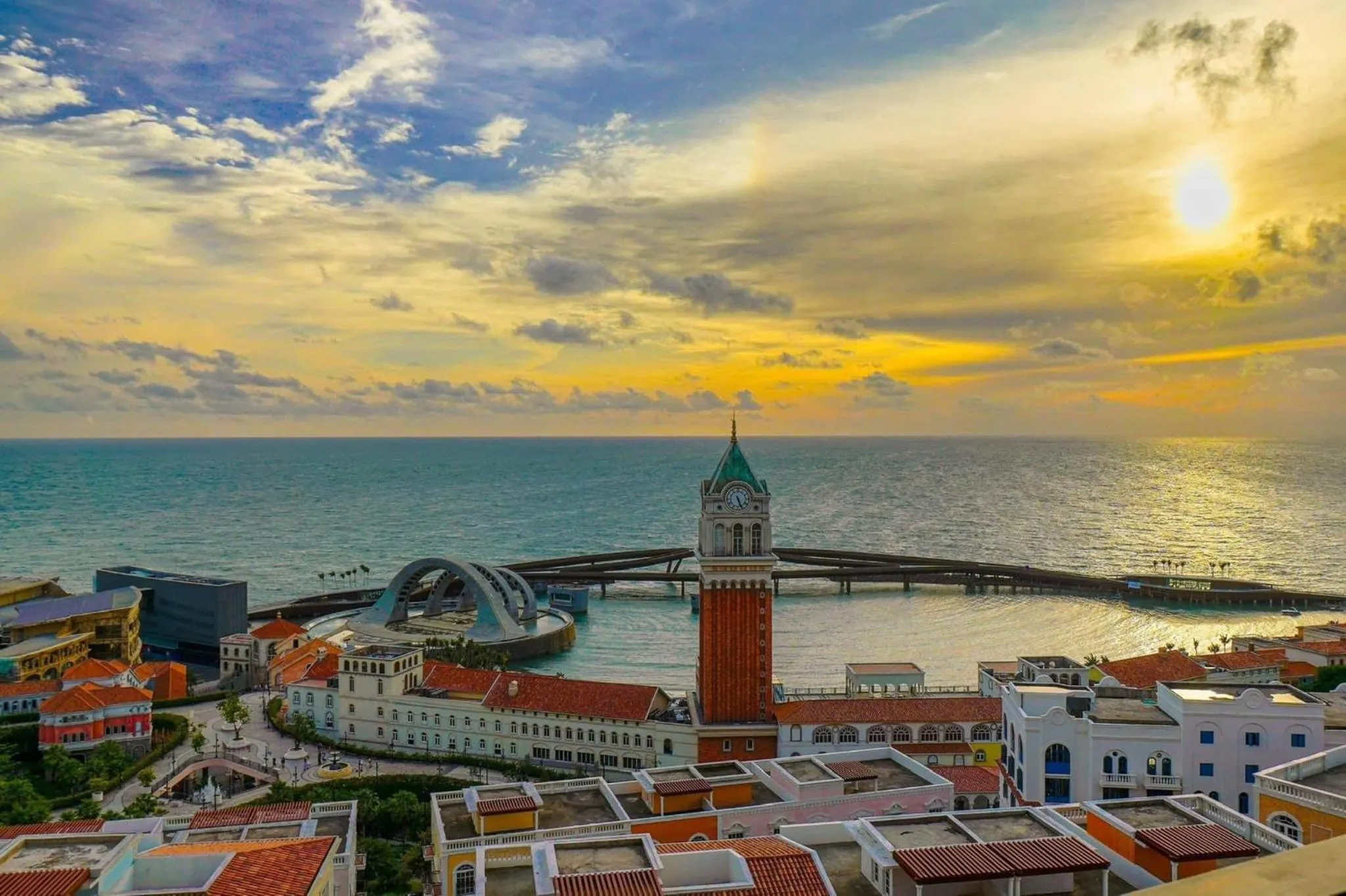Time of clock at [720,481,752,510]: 5:26
